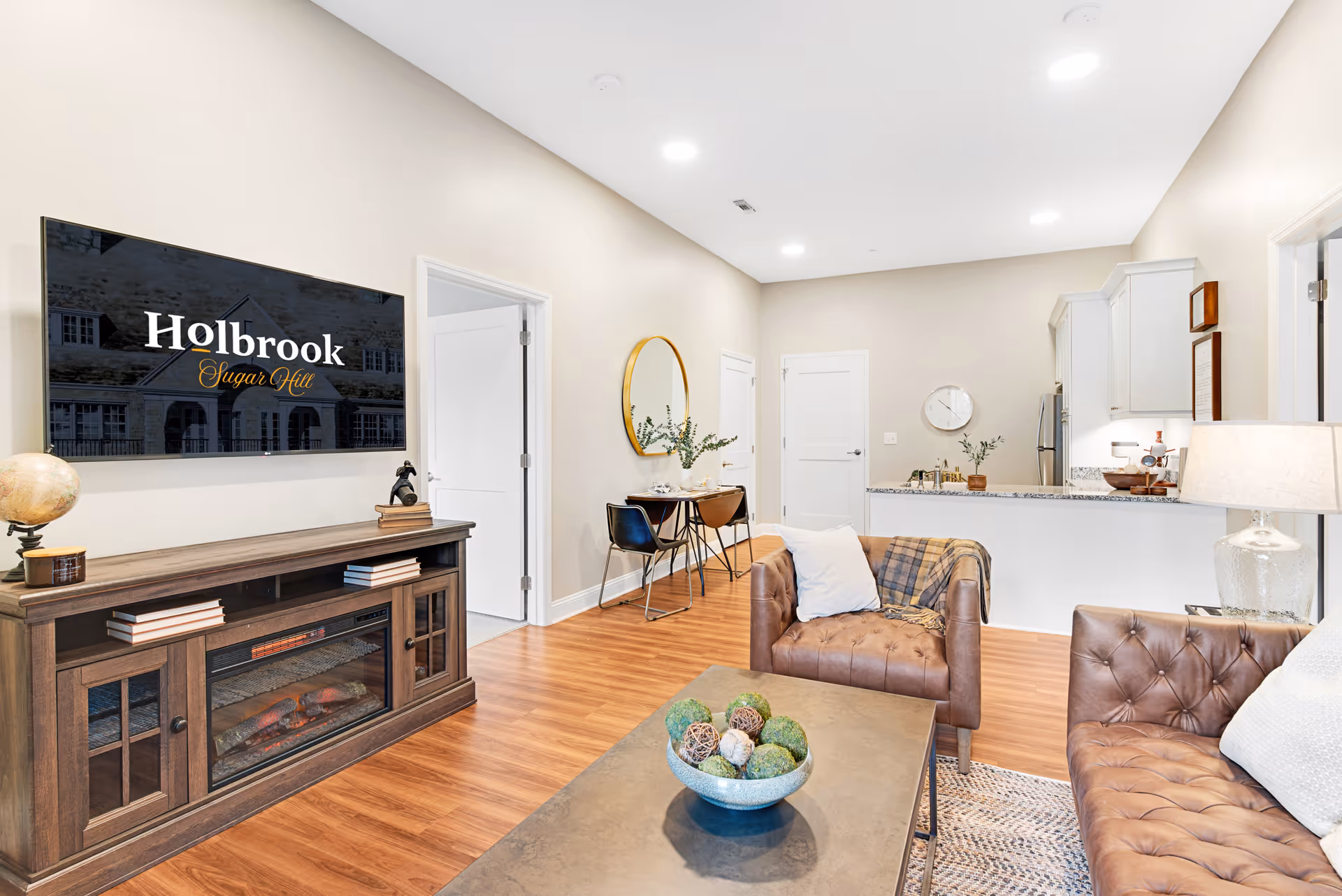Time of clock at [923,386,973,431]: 10:23
